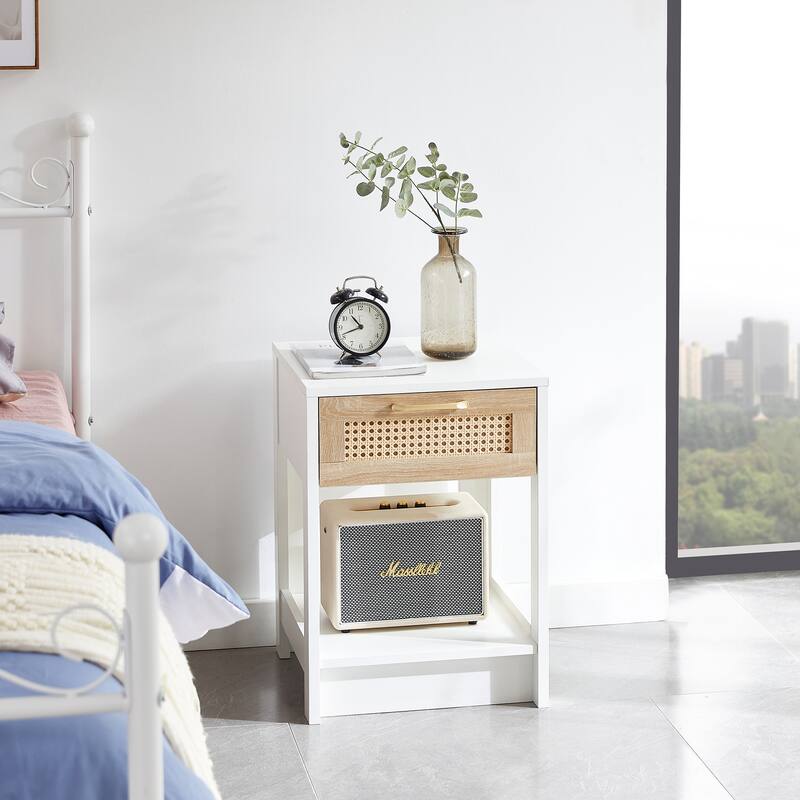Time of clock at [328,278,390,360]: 10:41
